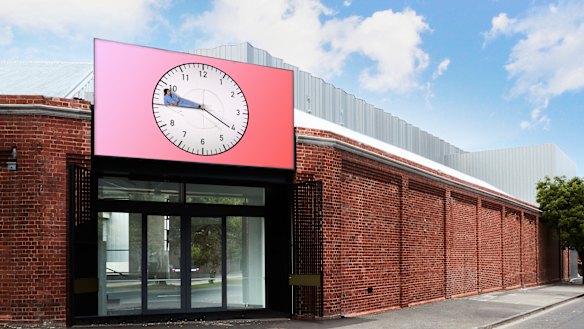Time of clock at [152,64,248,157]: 9:20
